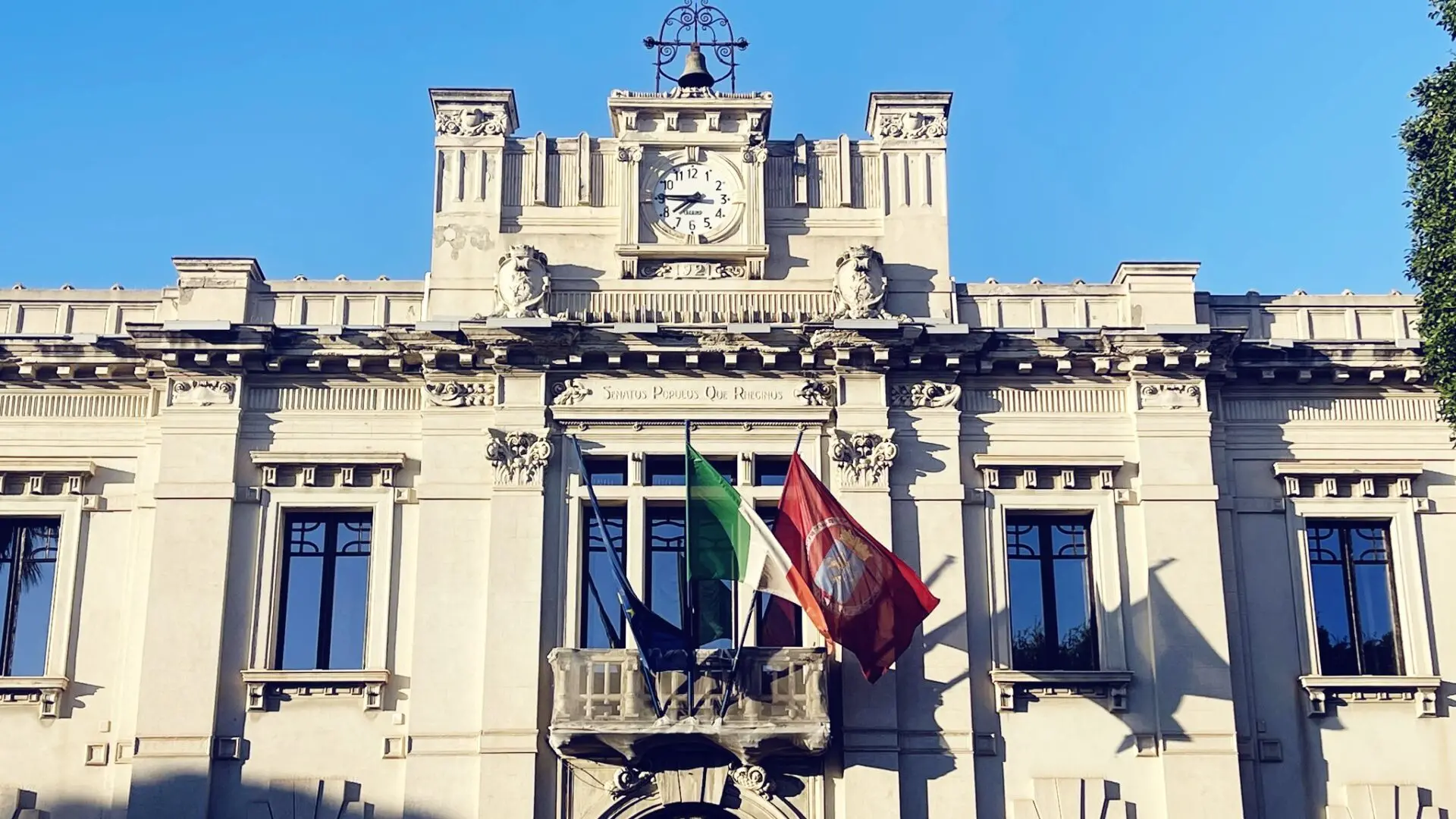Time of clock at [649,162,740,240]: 7:45
